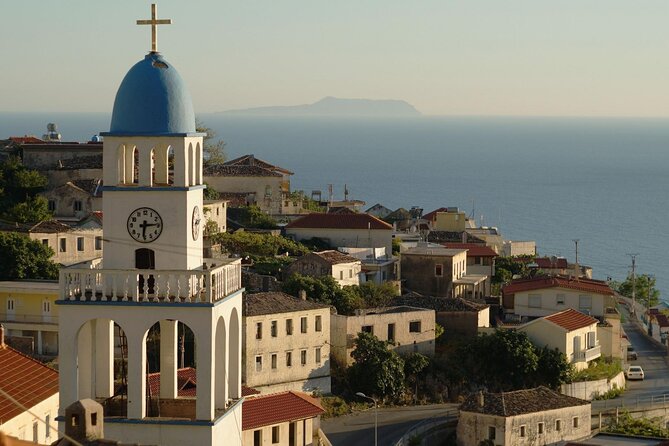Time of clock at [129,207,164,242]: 6:14
